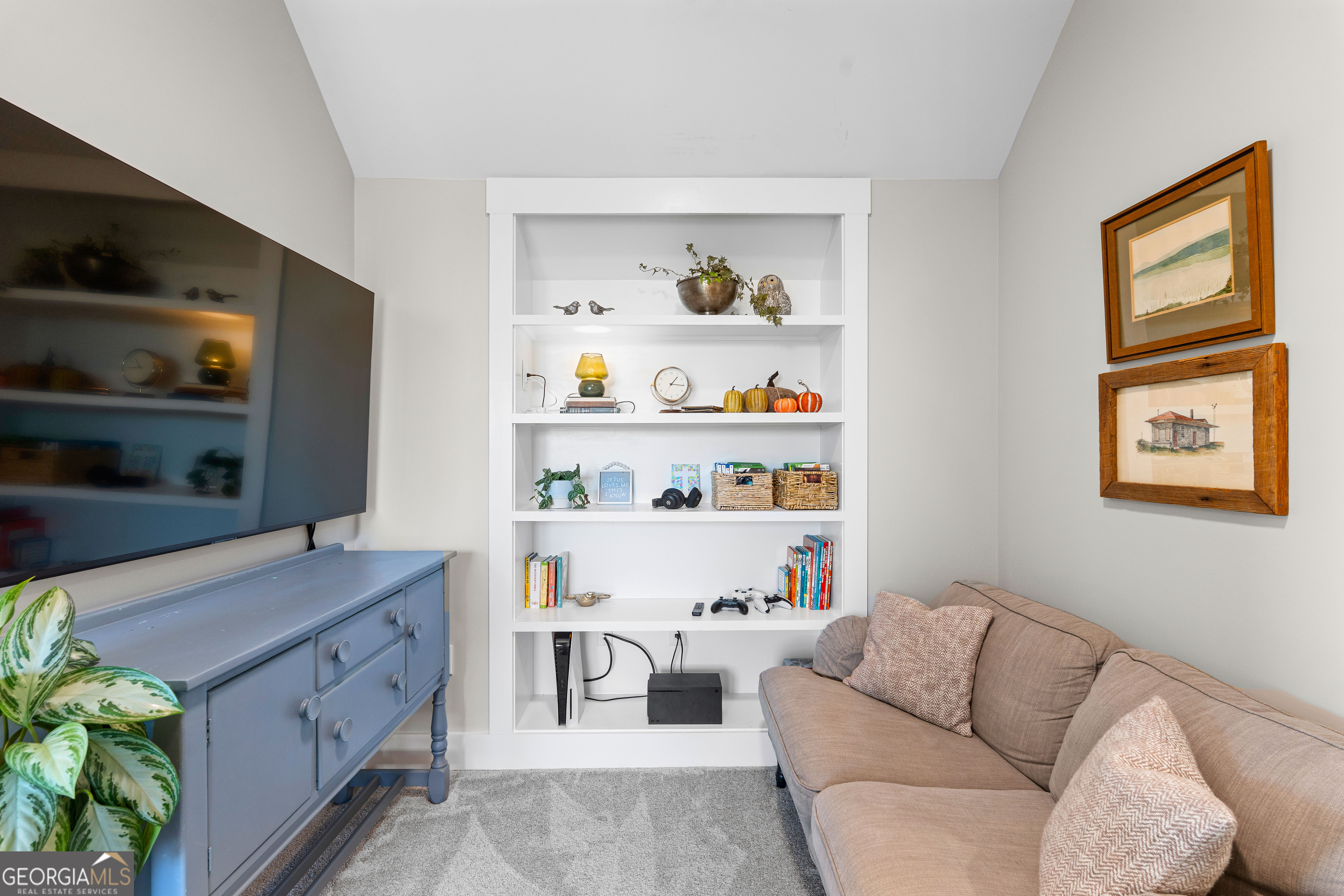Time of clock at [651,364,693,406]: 1:15
